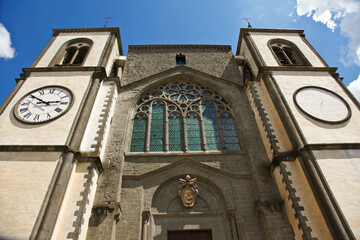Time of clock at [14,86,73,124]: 2:50
